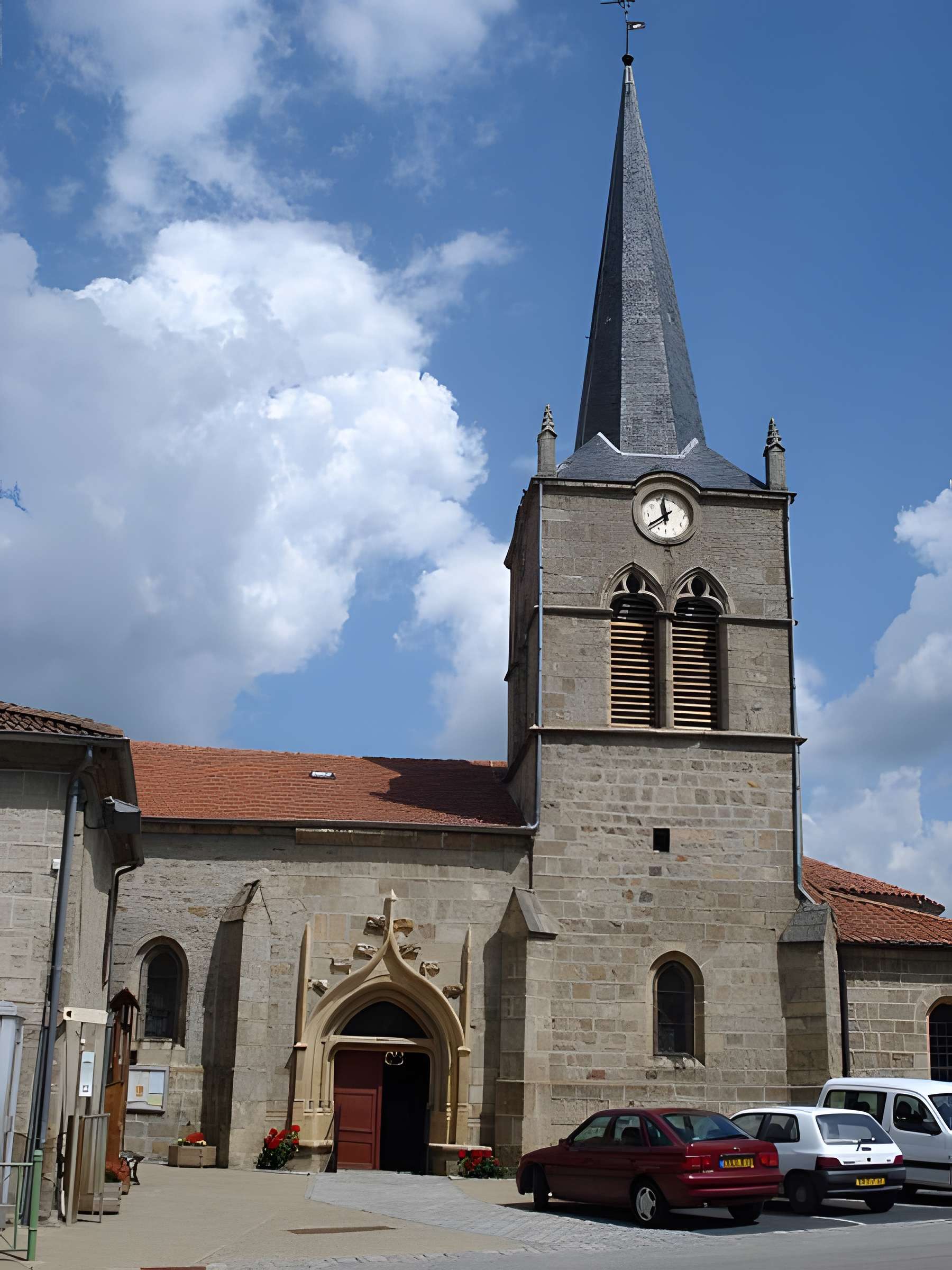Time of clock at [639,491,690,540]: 11:39
